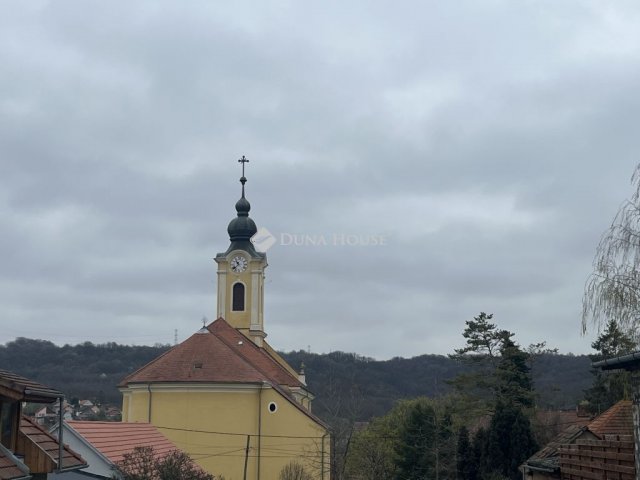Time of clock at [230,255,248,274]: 10:37
